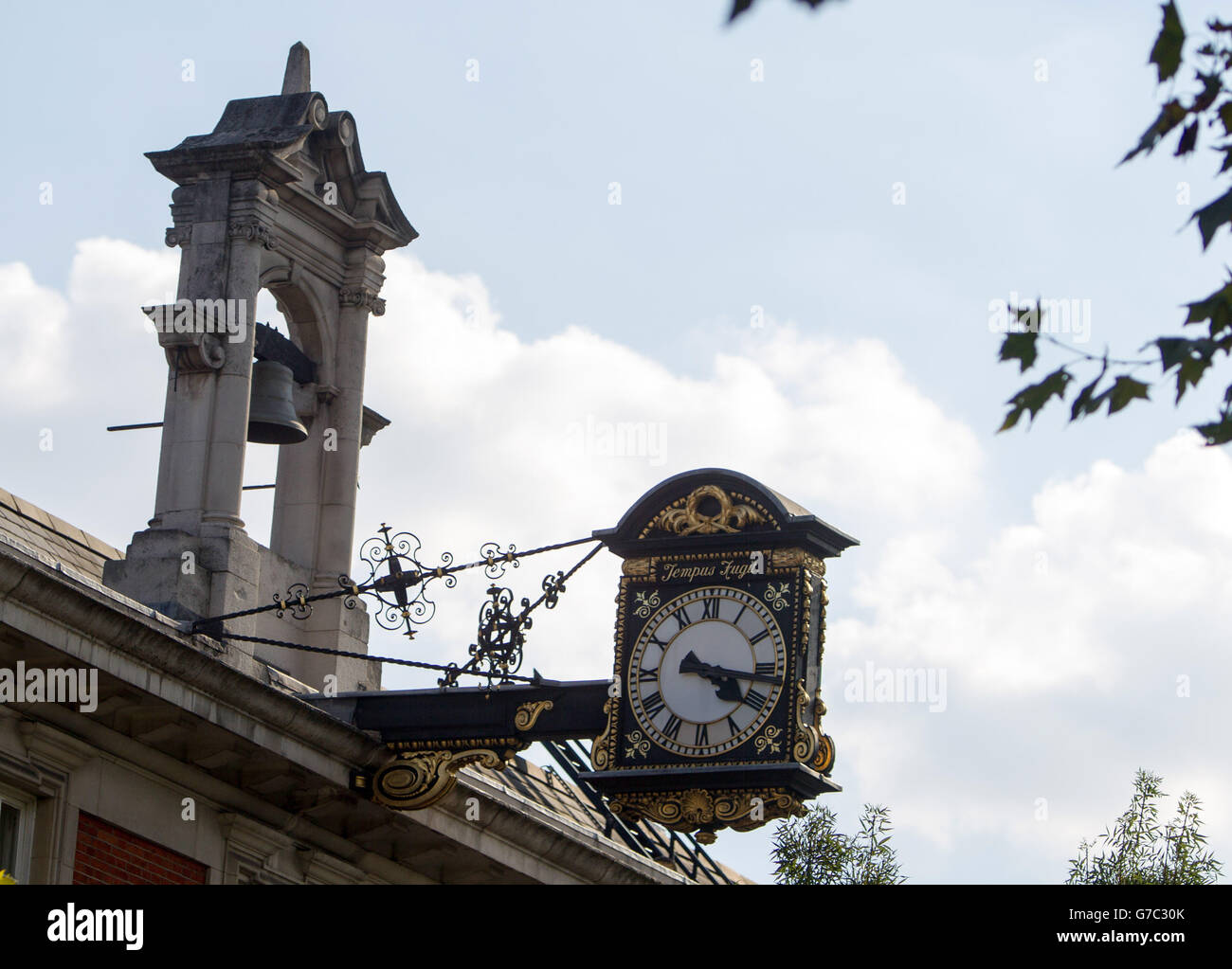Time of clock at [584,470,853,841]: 4:16
